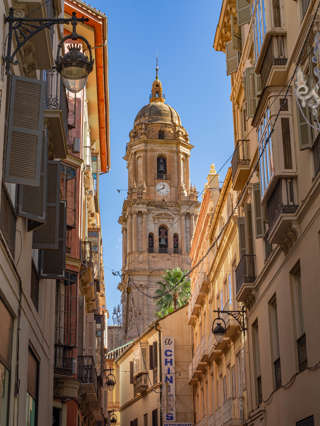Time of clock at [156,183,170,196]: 12:40
